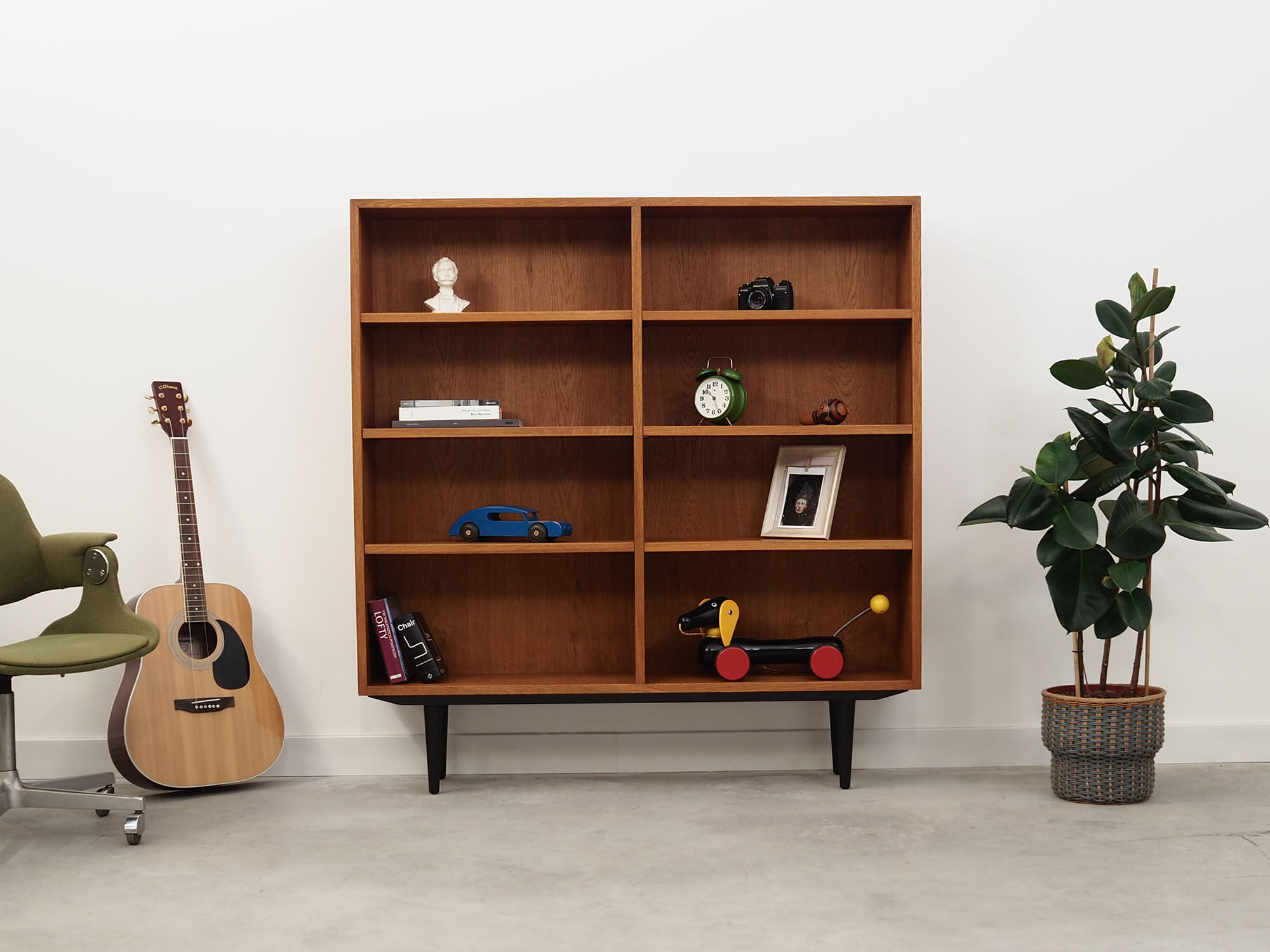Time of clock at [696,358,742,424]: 10:26
